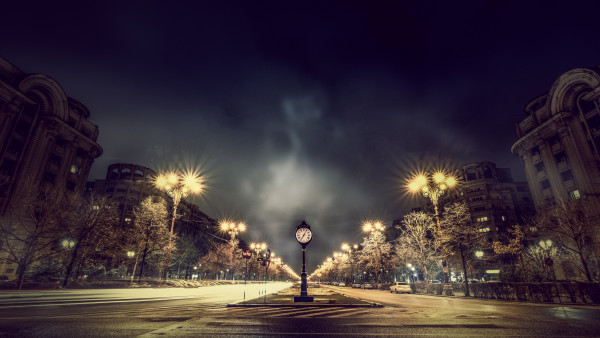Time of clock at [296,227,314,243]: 7:04
